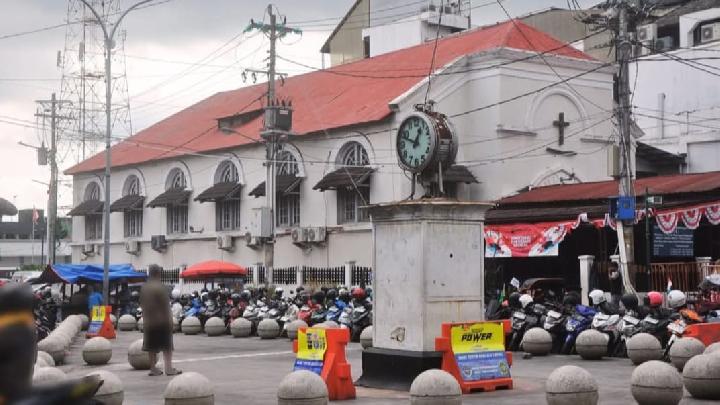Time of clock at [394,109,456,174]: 12:48
